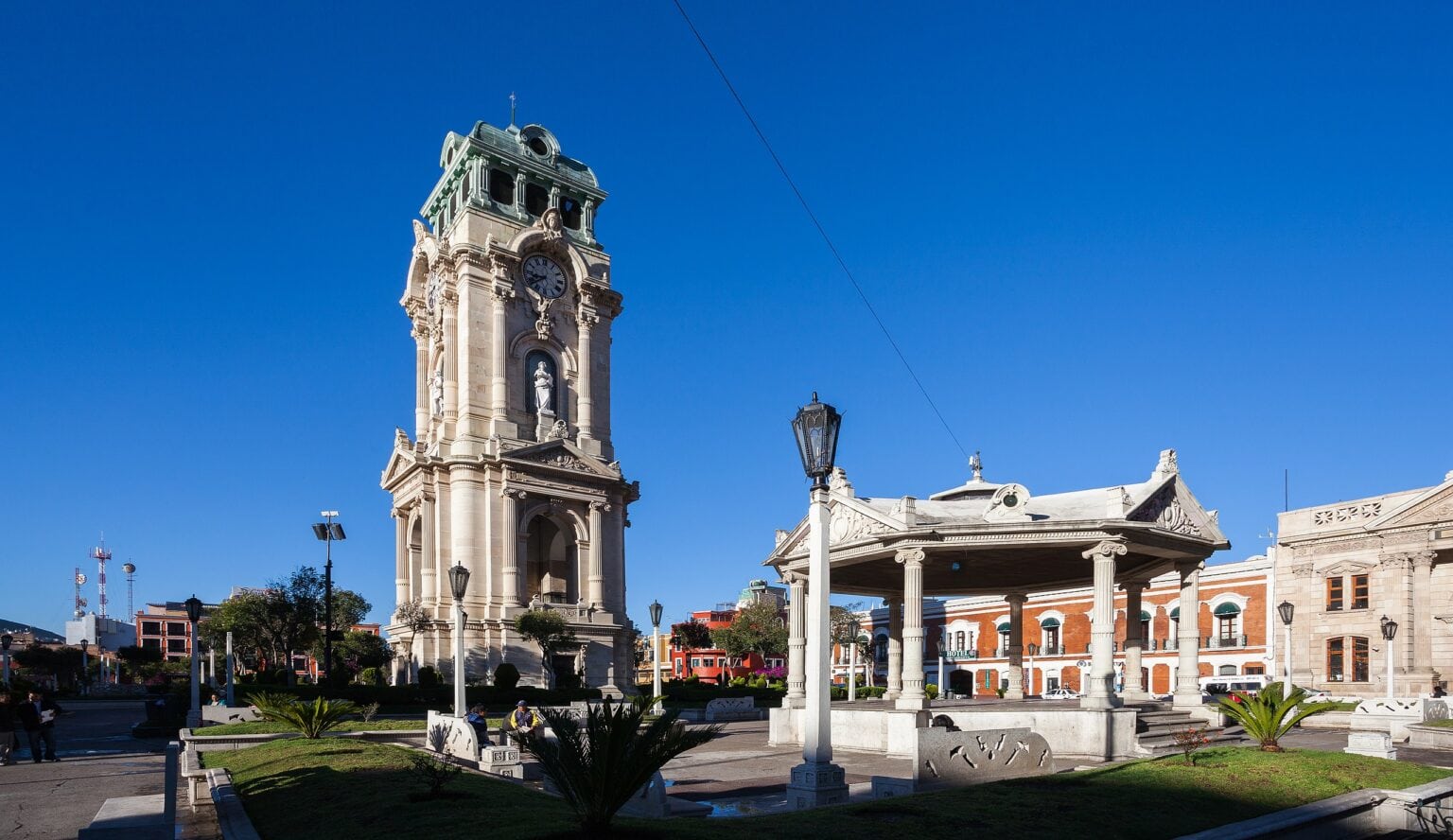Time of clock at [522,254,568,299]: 8:38
